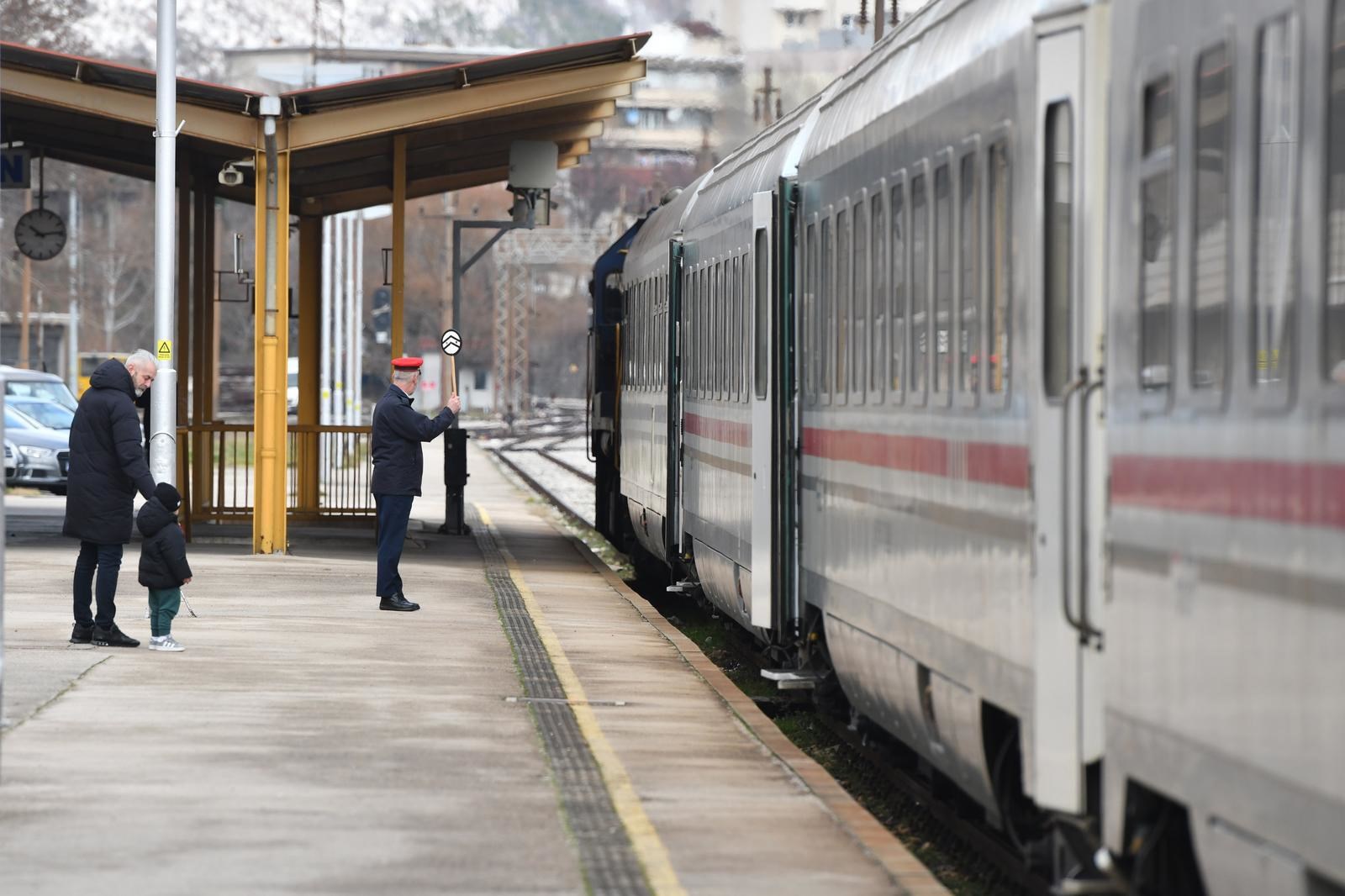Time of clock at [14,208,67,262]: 10:13
